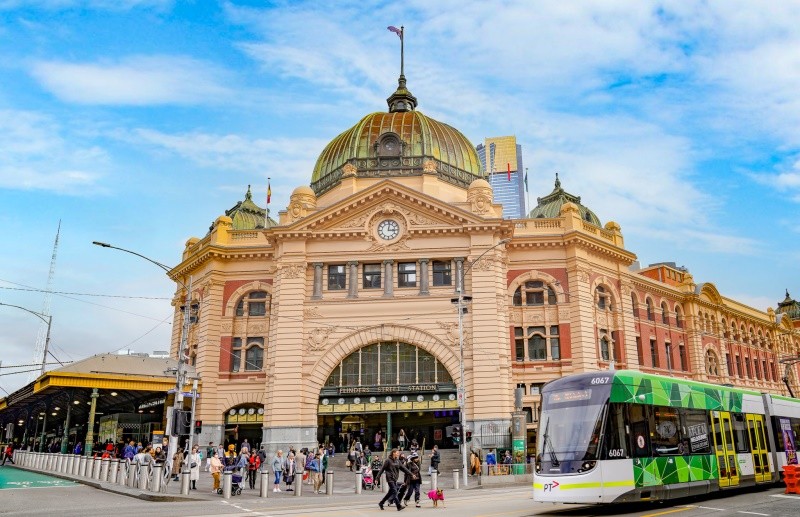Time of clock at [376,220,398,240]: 3:01
